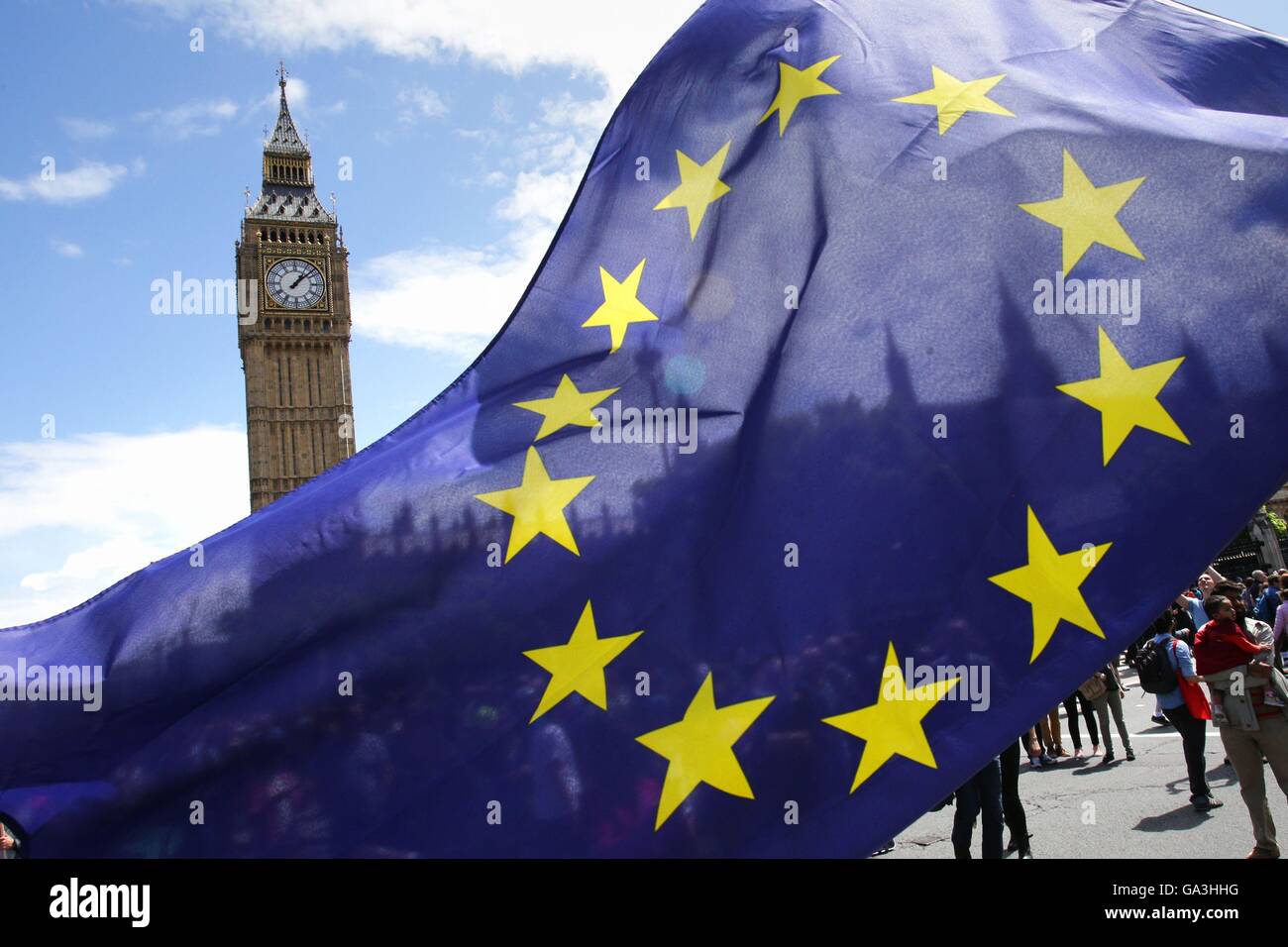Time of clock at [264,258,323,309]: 1:08
